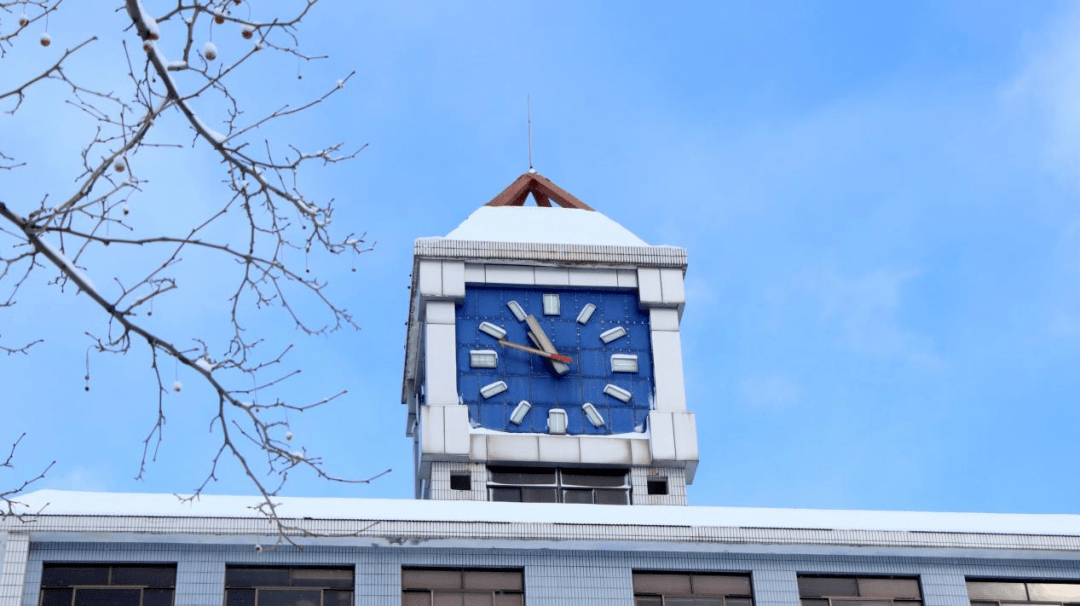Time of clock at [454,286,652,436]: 10:48
